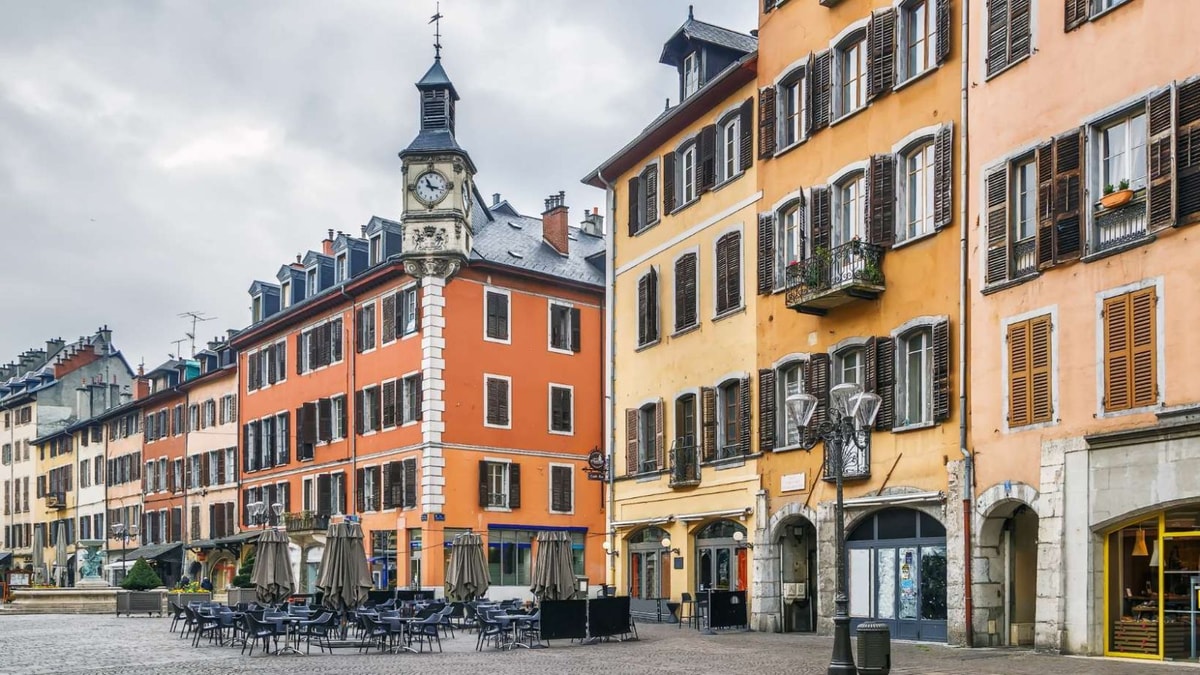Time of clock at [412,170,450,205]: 11:17
